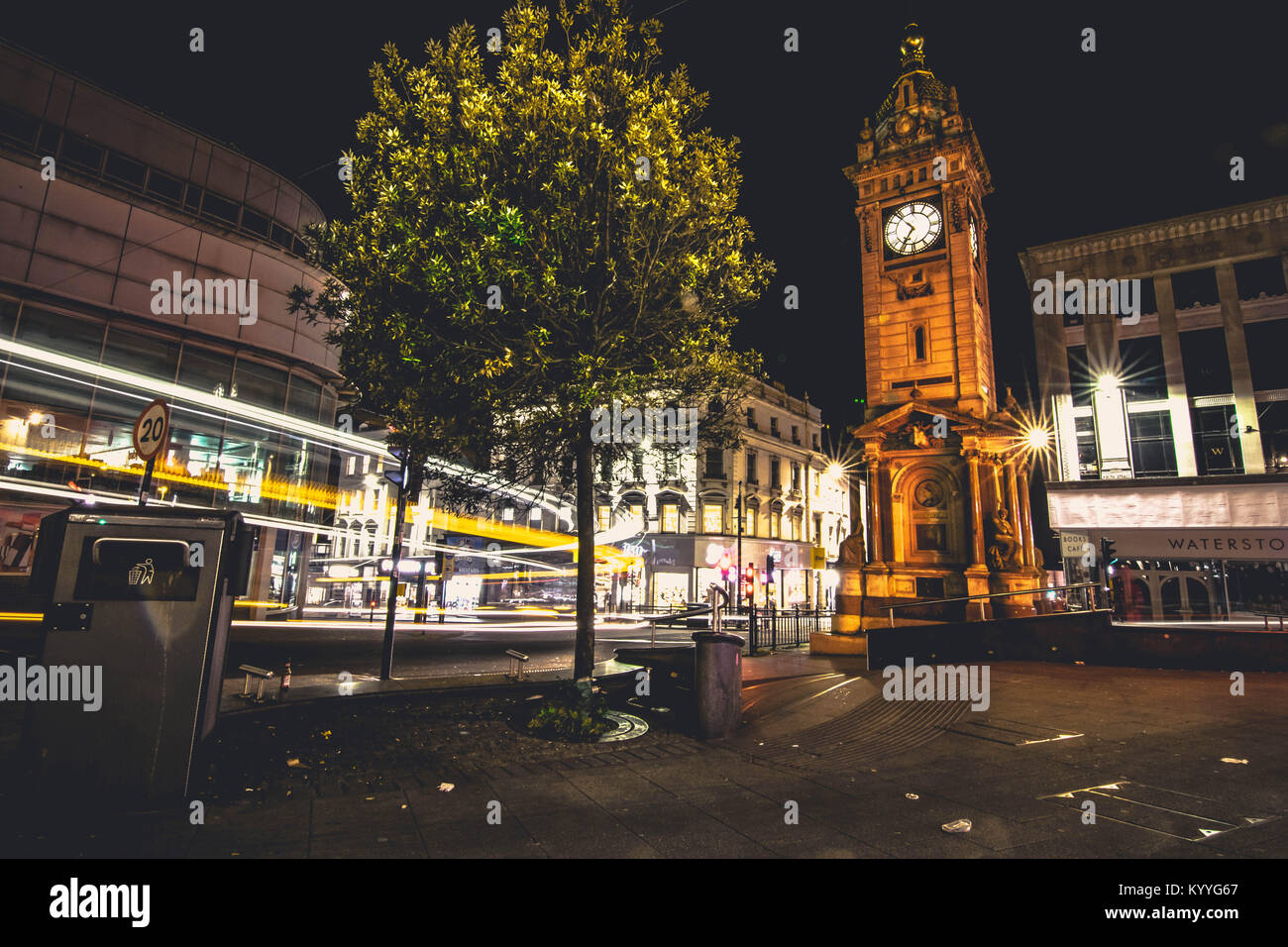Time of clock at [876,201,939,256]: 10:35
